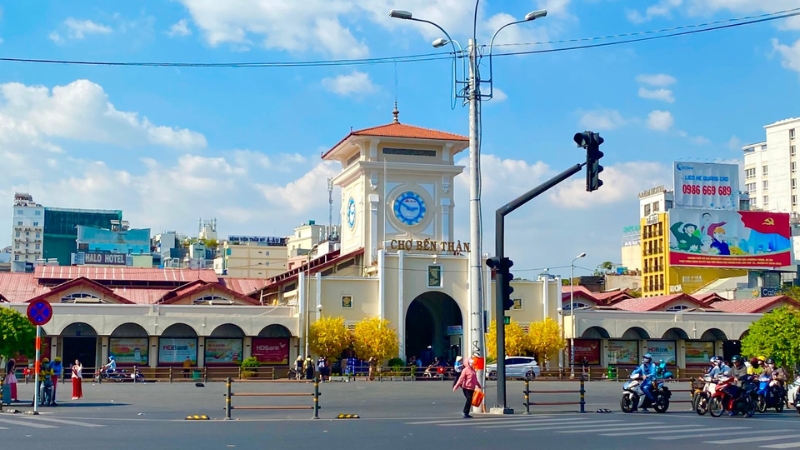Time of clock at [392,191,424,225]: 2:50
